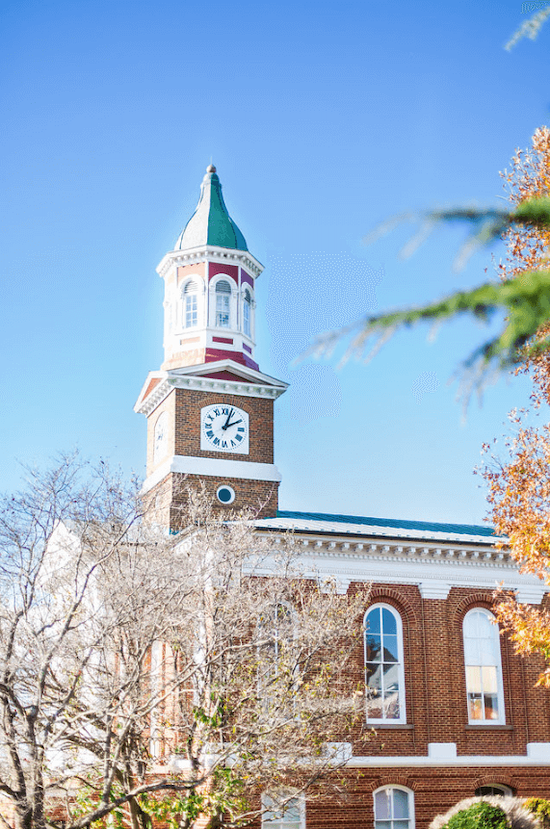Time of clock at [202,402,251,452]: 2:03
